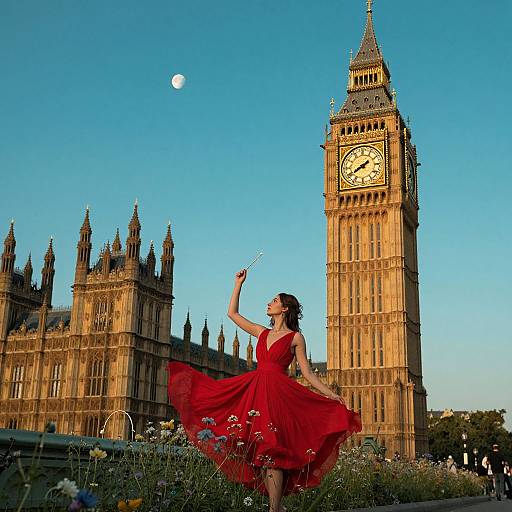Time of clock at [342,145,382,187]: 7:40
